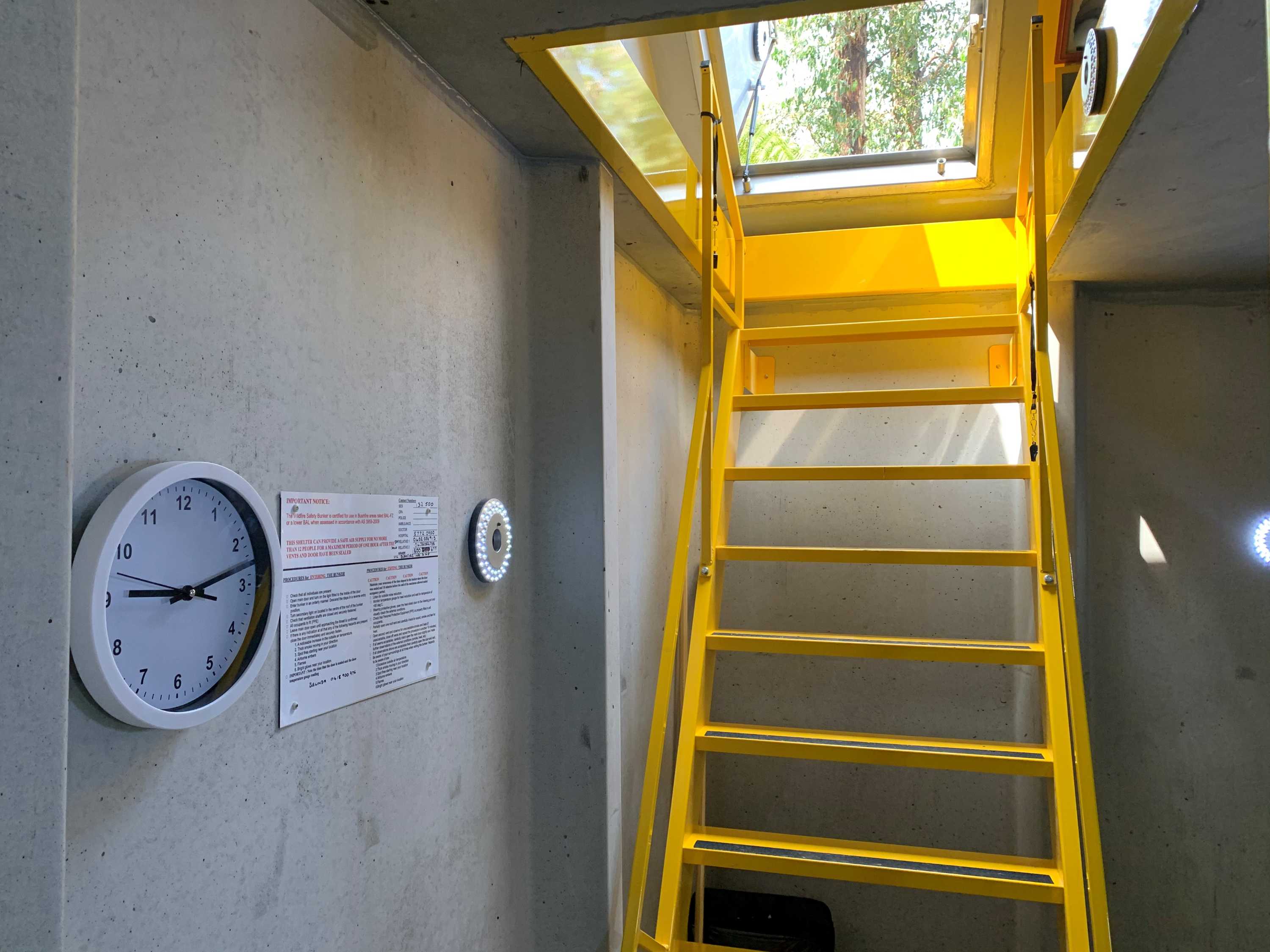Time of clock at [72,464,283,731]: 9:12
